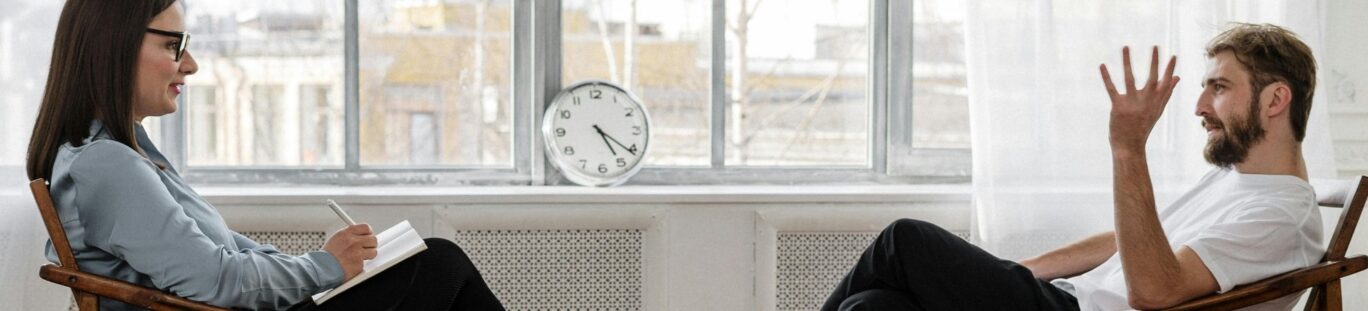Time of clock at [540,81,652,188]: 5:21
